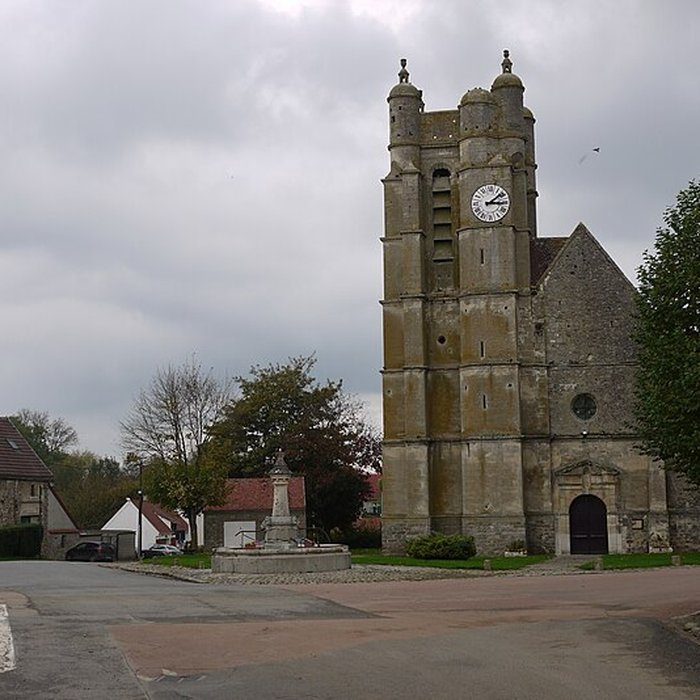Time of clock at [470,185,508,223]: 3:08
